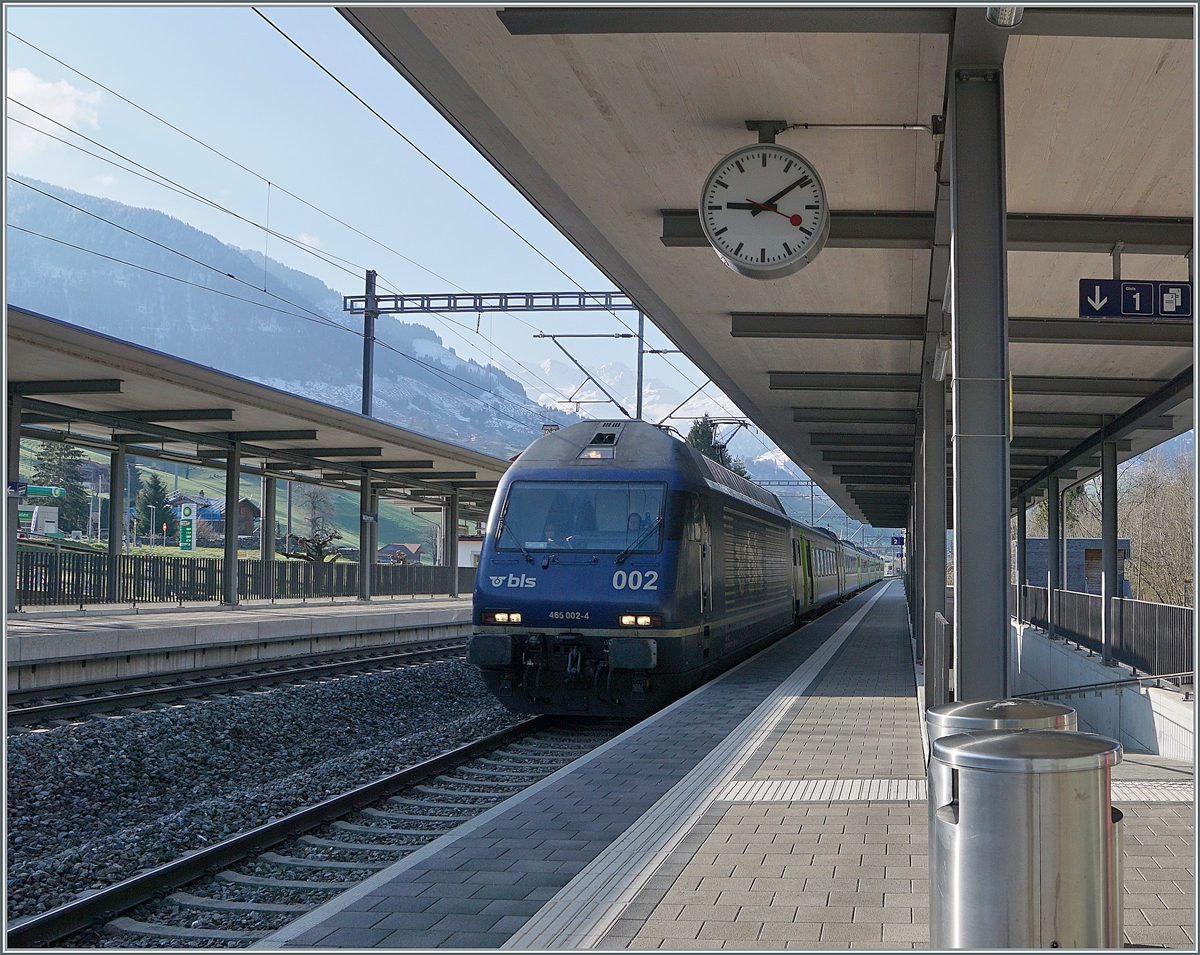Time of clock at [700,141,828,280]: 9:09
